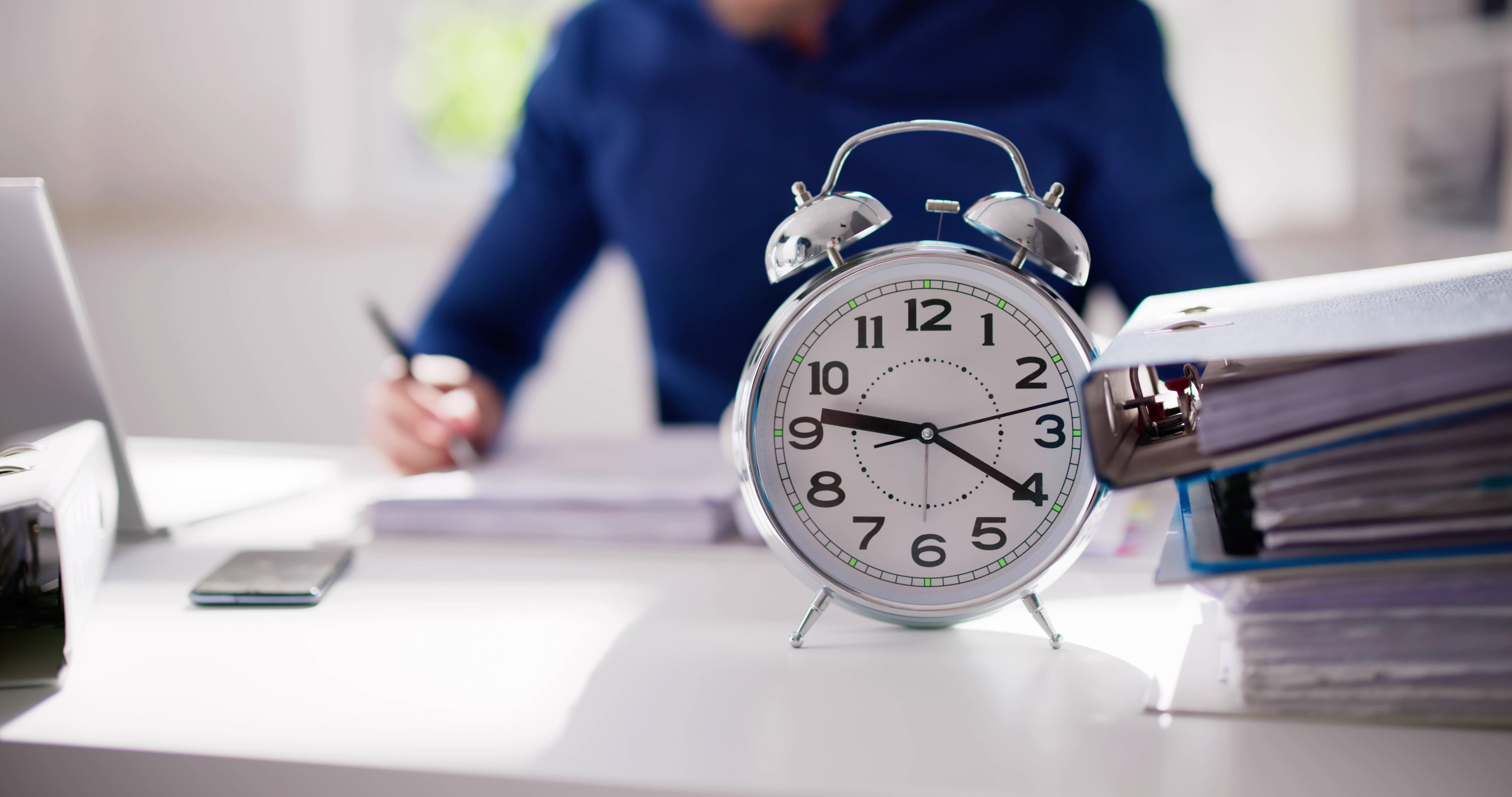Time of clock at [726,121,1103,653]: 9:20
